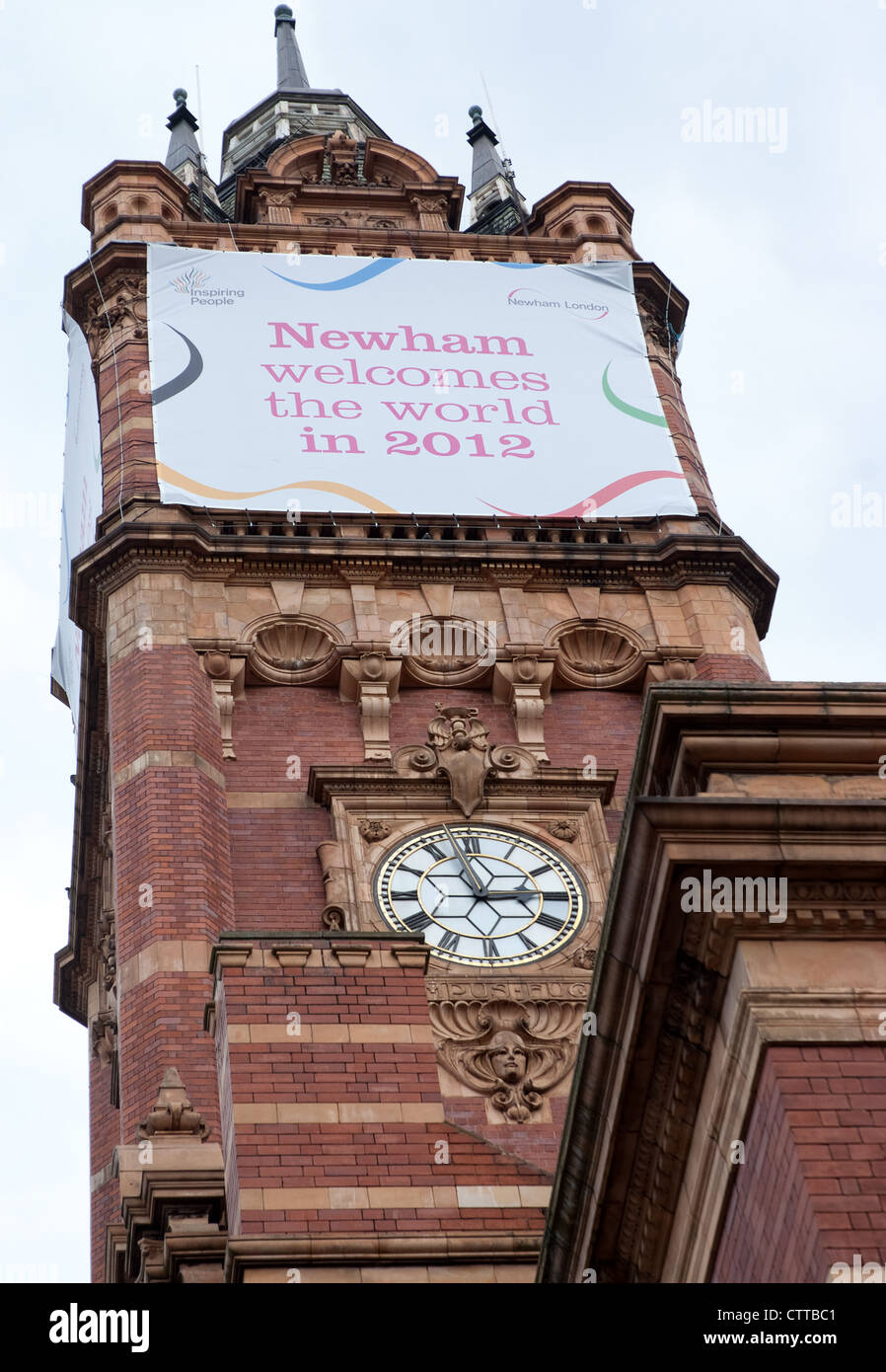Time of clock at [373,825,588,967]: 2:56
